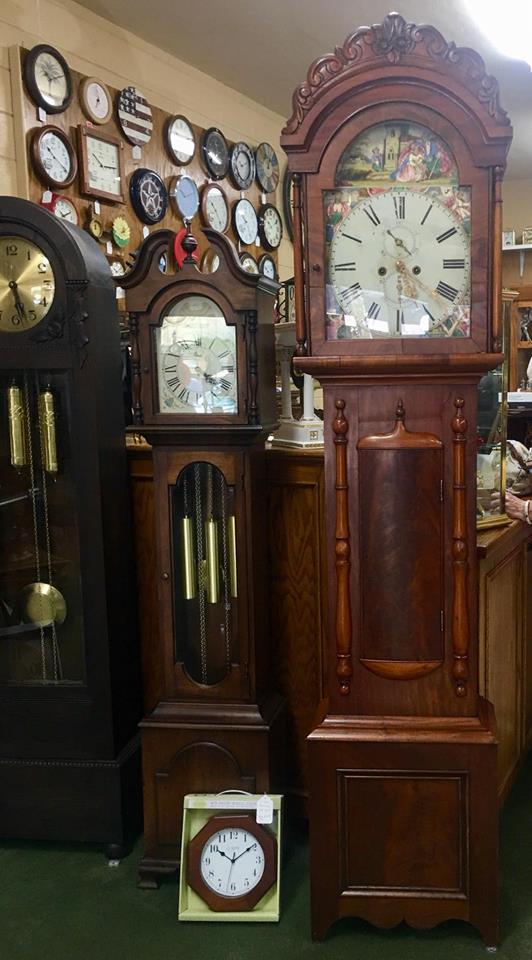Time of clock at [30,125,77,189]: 10:20
